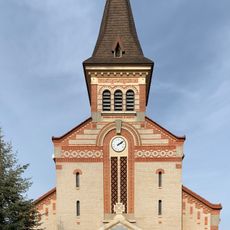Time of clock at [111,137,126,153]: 2:08
